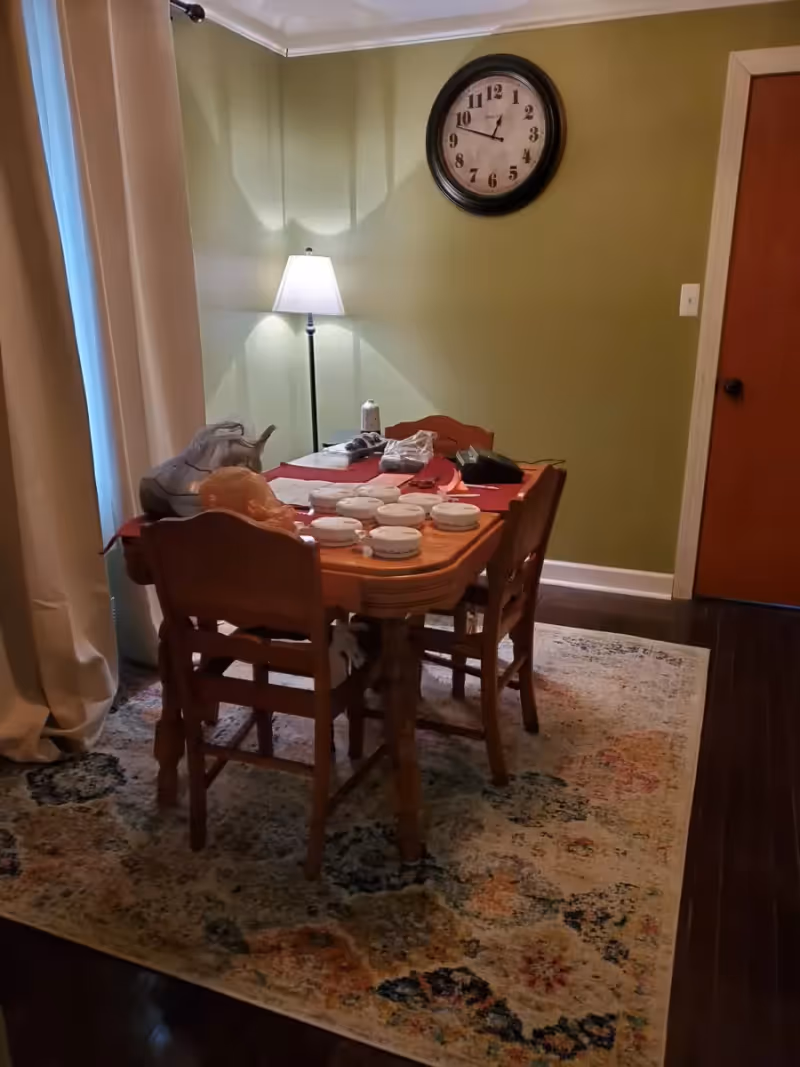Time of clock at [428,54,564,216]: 12:47
